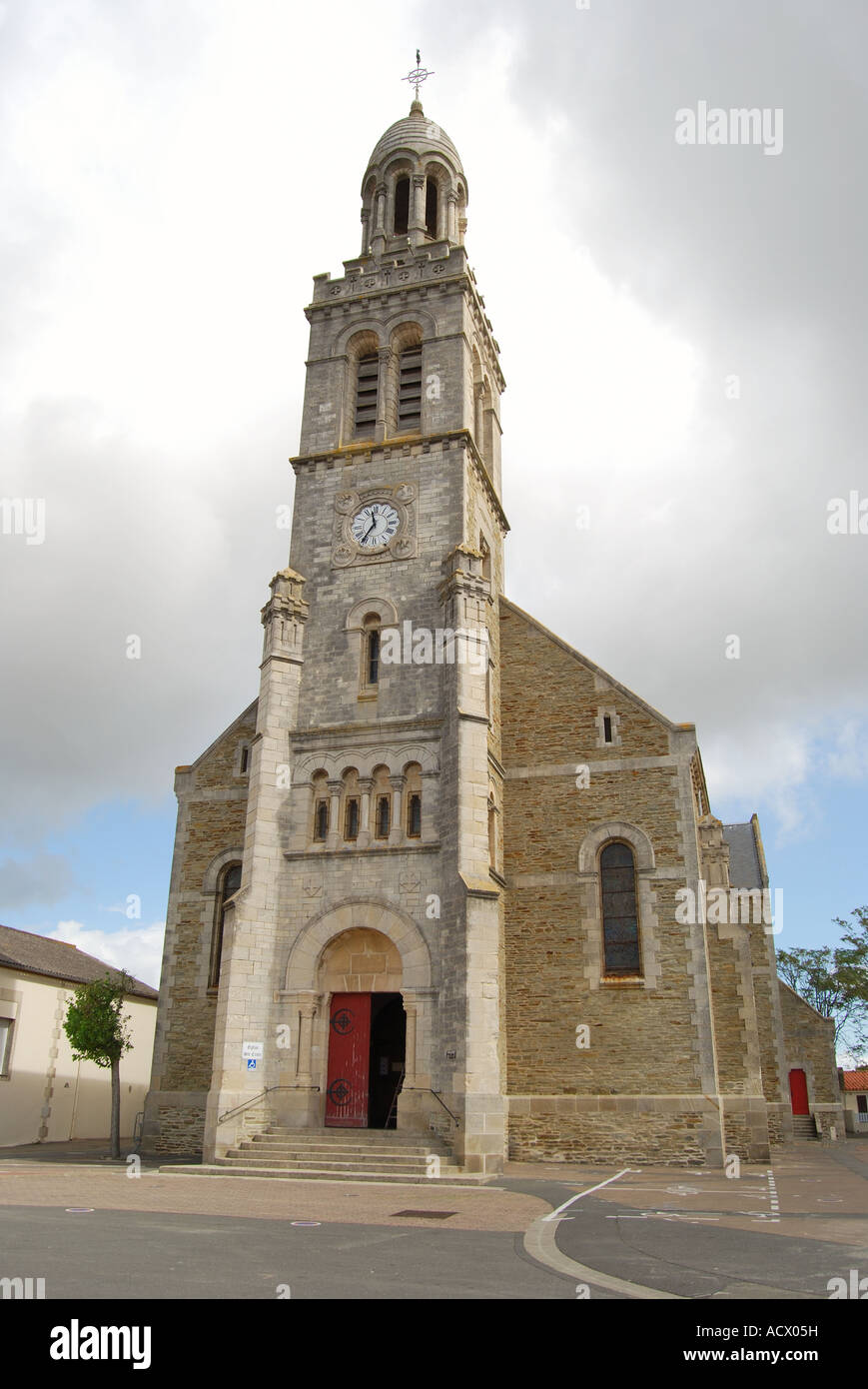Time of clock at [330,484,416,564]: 11:35
